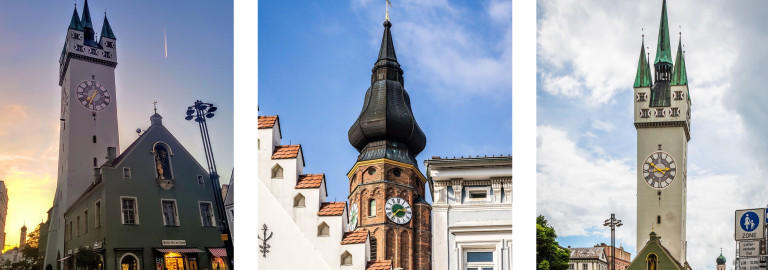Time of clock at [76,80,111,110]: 1:35
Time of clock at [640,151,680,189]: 2:50
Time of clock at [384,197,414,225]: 2:36
